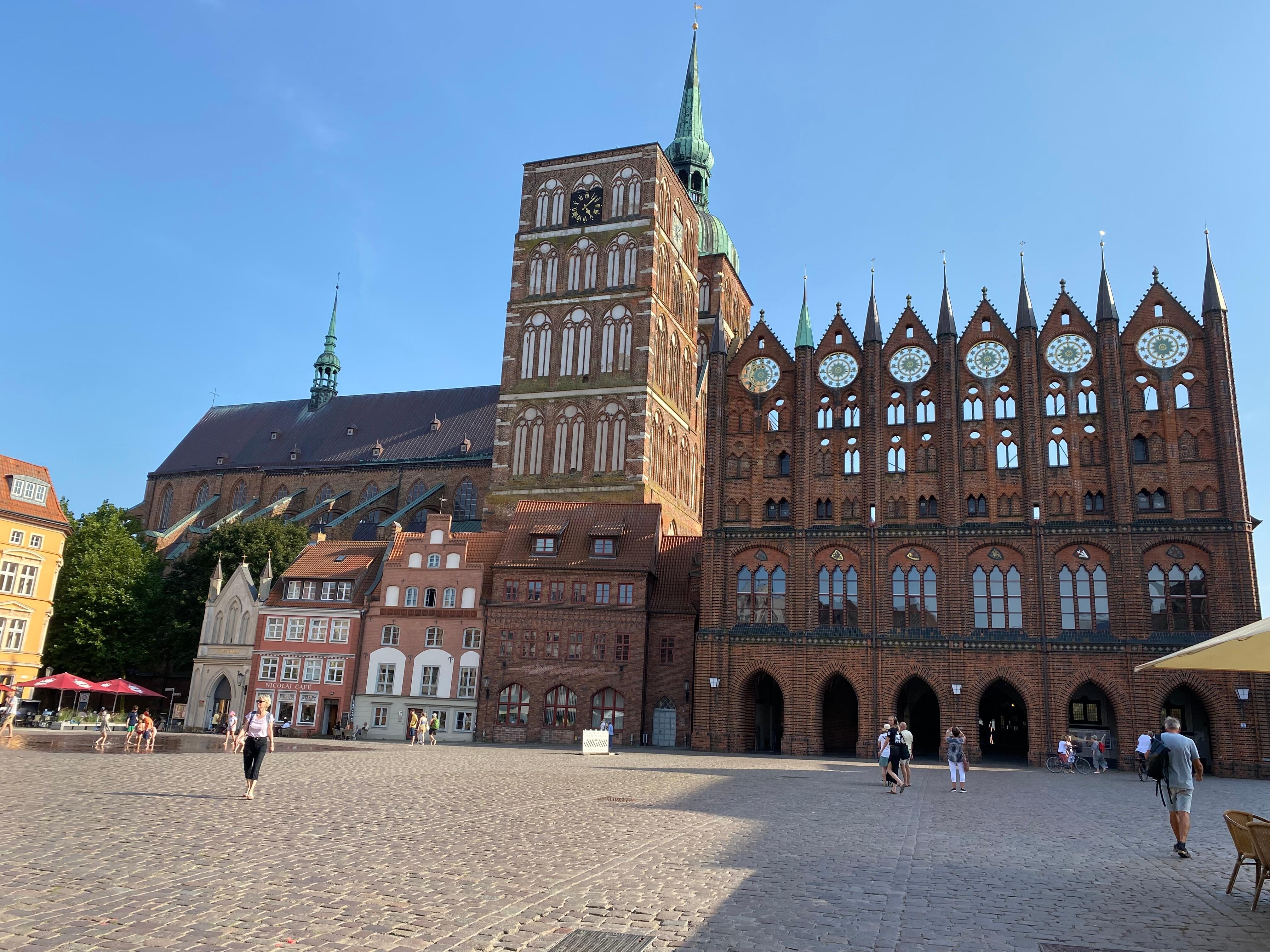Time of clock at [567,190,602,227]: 5:07
